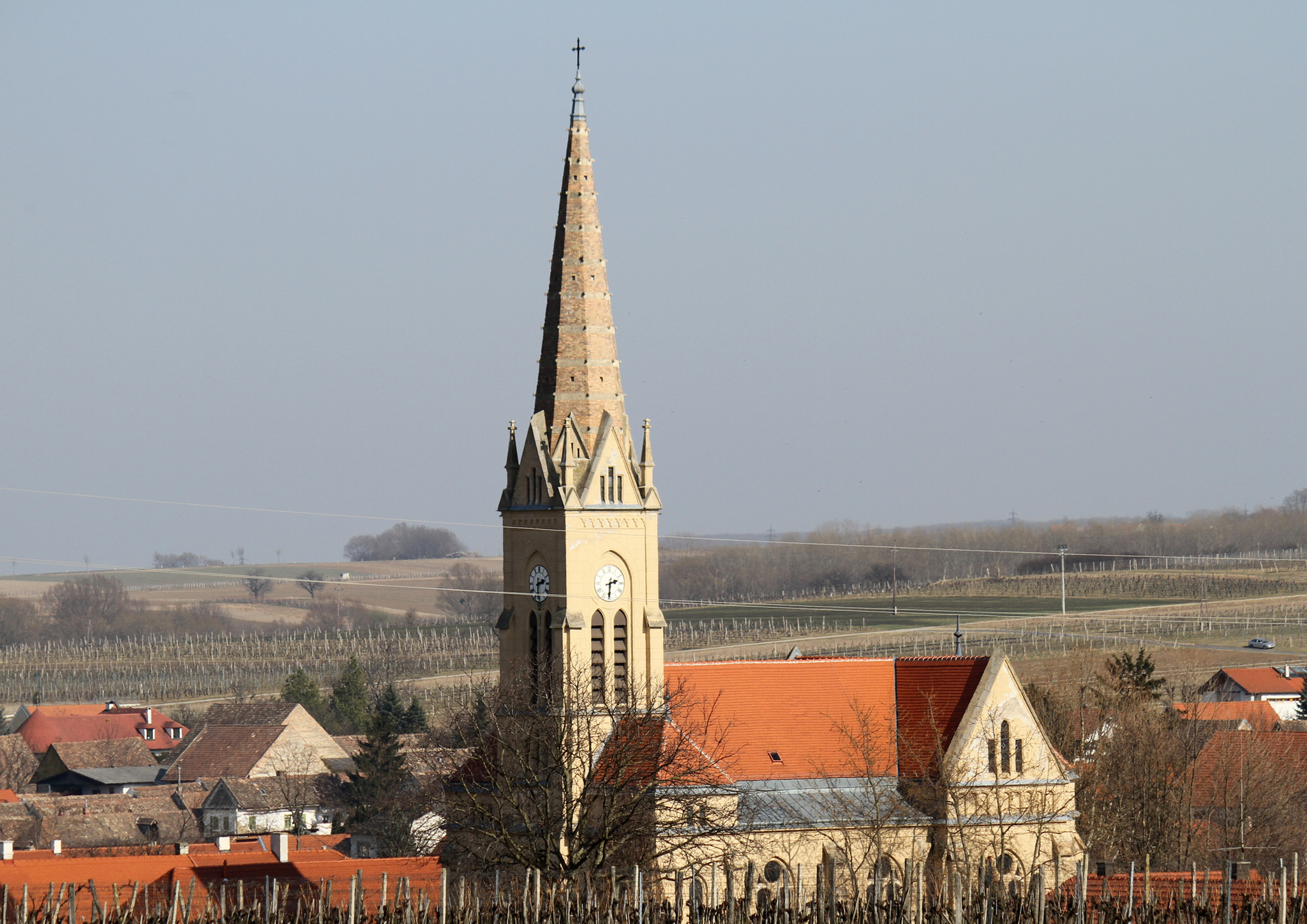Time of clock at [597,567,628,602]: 2:30
